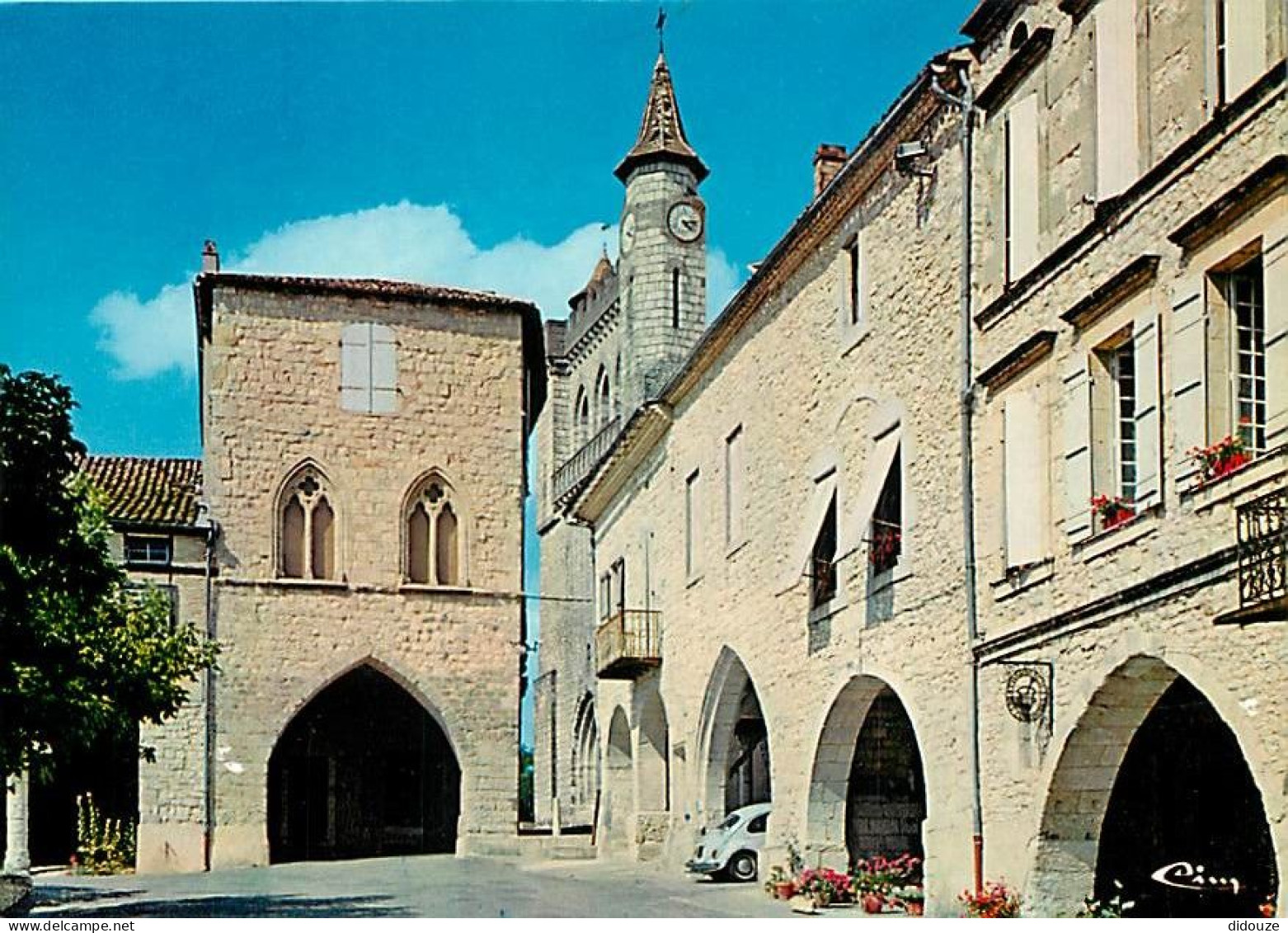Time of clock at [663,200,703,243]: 4:13
